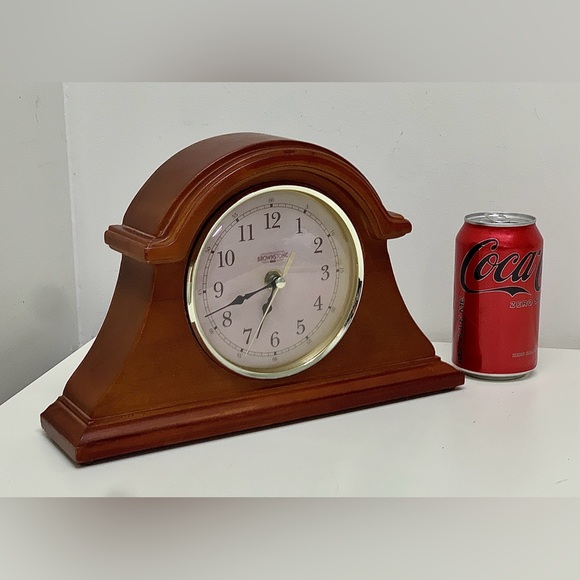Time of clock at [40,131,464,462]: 6:41
